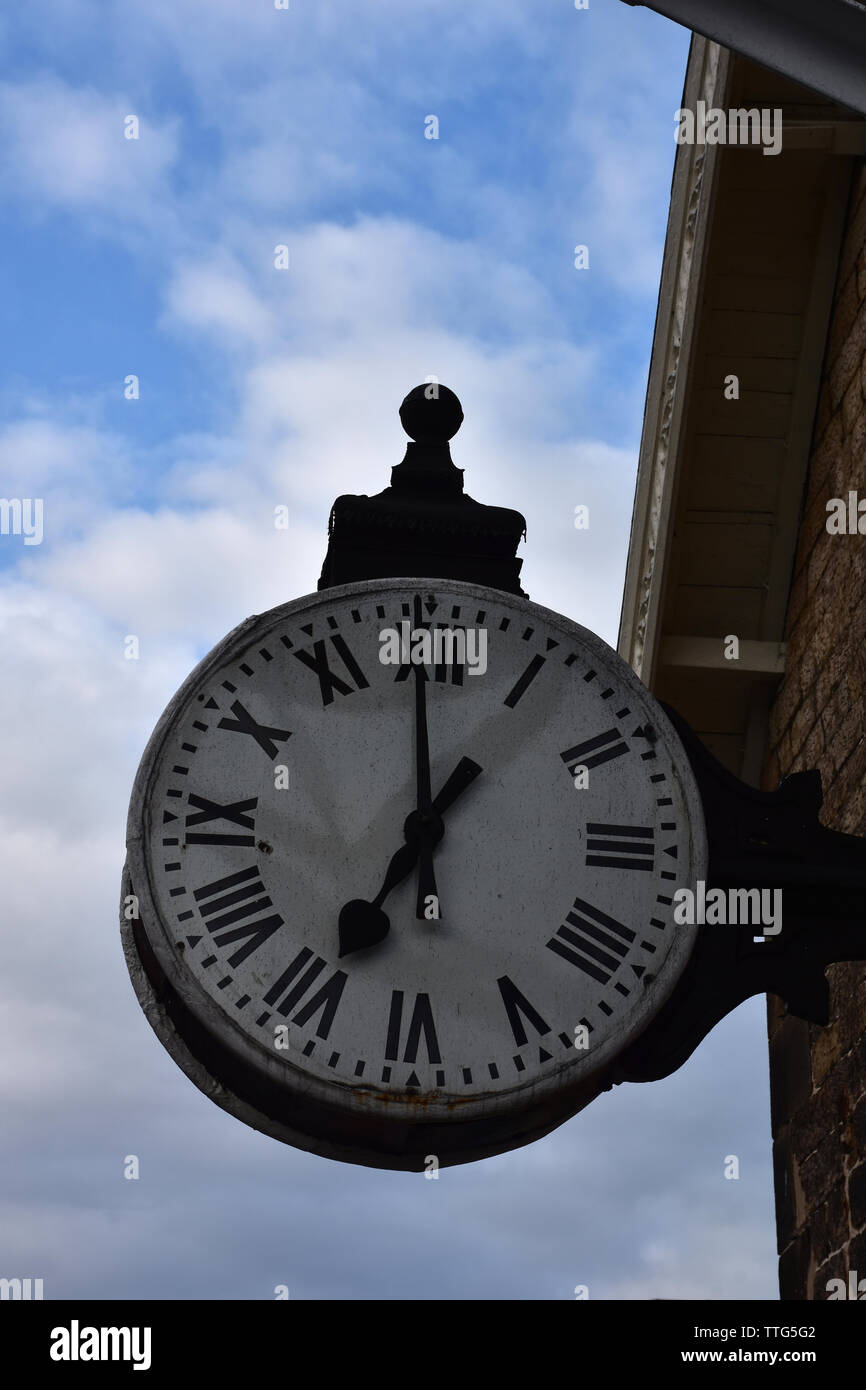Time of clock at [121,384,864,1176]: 6:59
